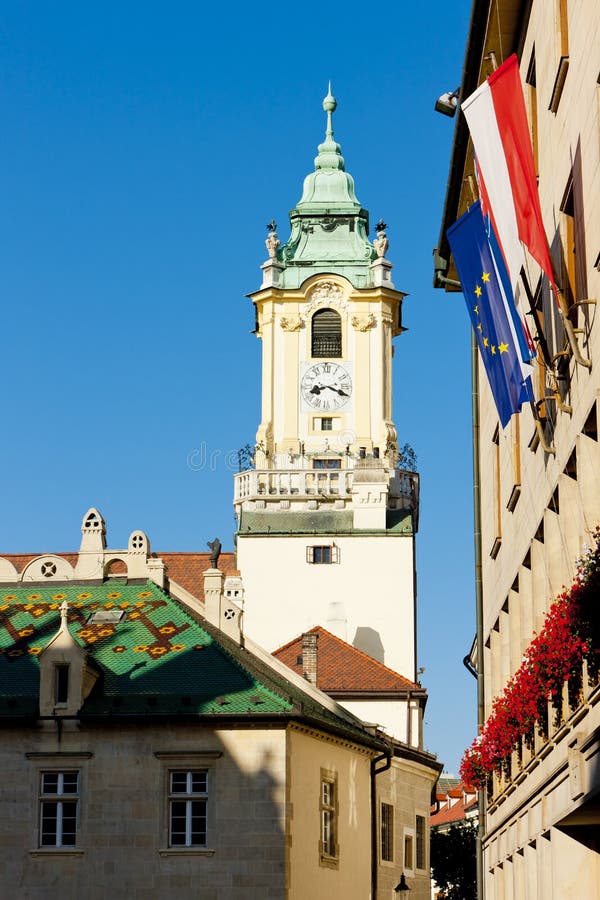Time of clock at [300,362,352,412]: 8:18
